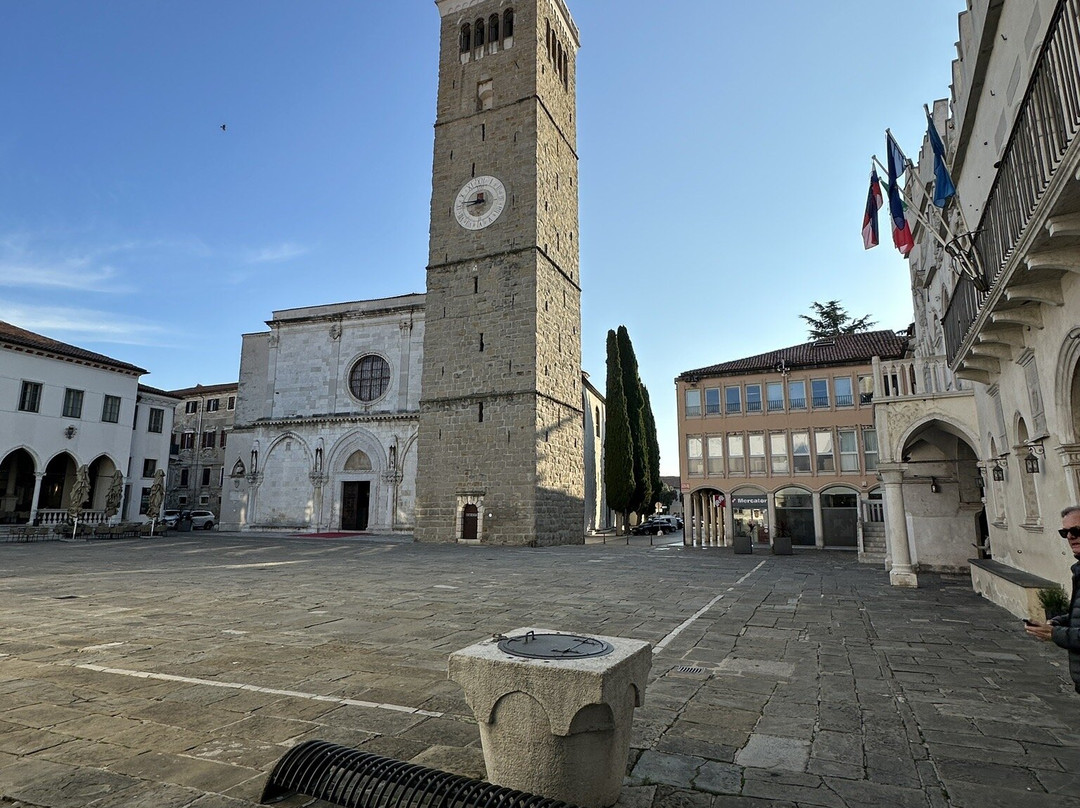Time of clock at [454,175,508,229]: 8:46
